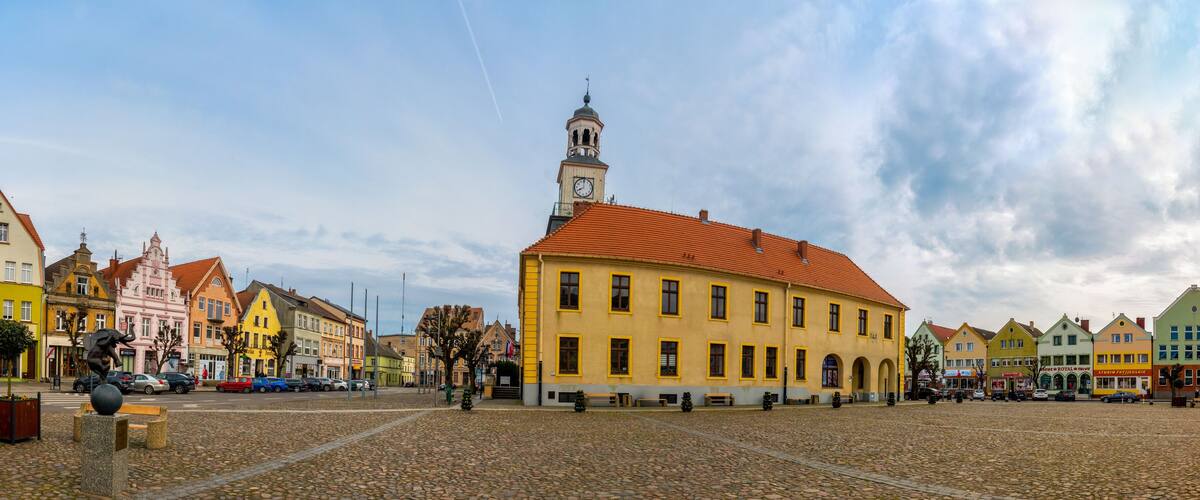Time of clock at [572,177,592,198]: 7:59
